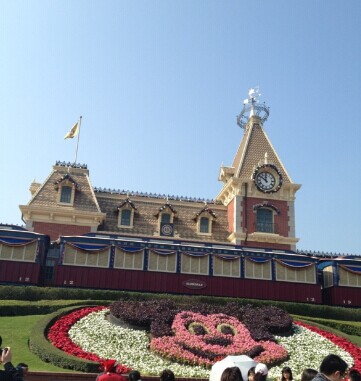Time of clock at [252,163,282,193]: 11:50
